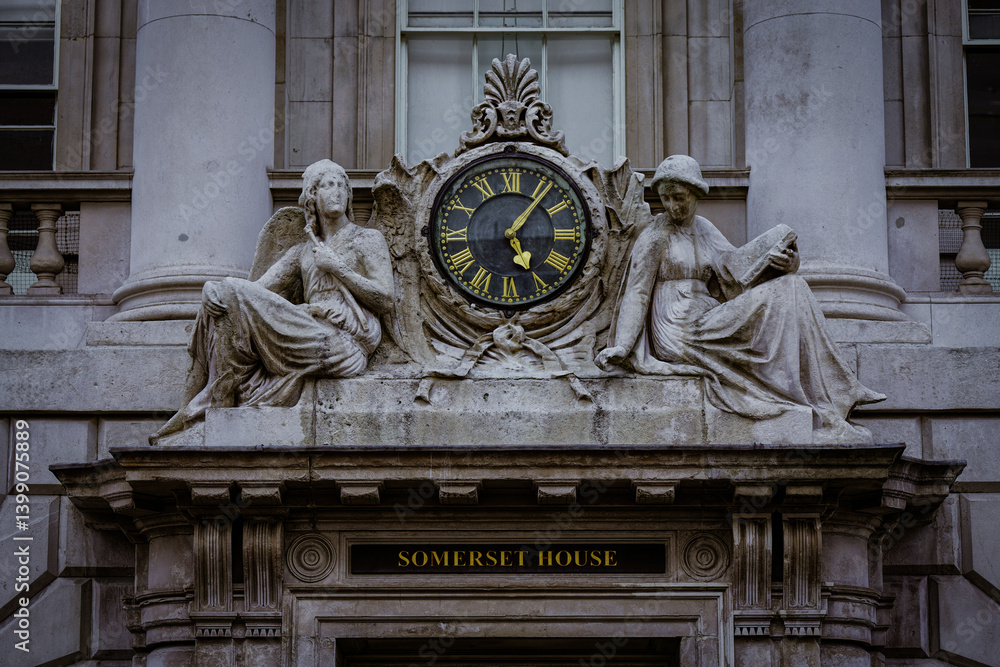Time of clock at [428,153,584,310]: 5:06
